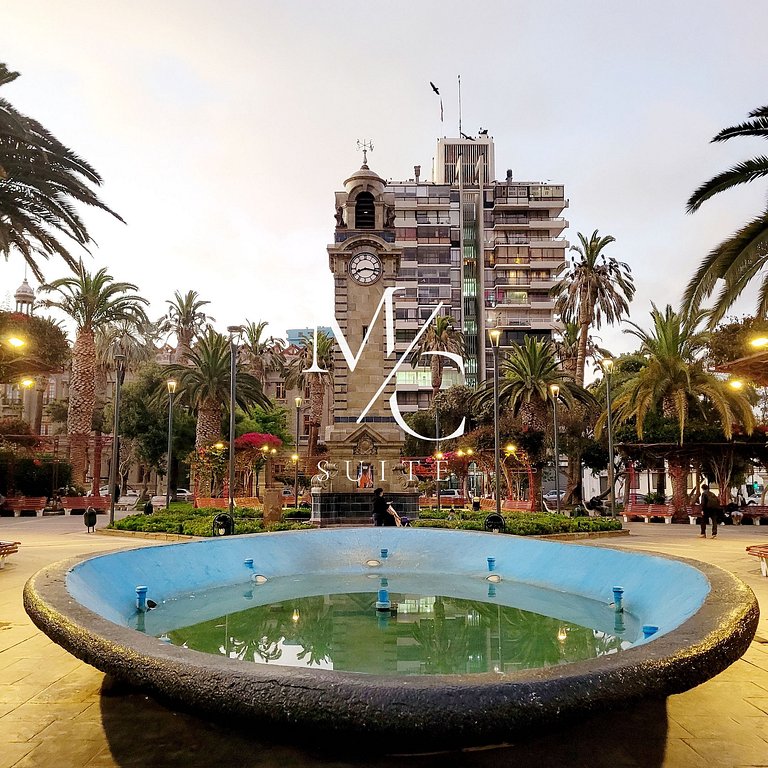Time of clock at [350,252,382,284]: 8:16
